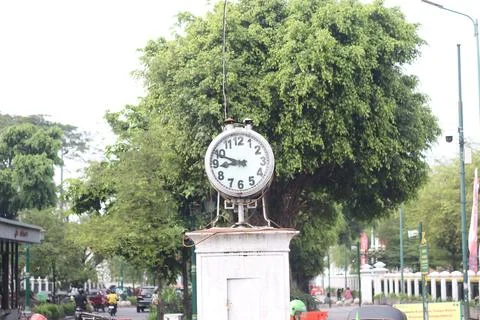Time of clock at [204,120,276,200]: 8:48
